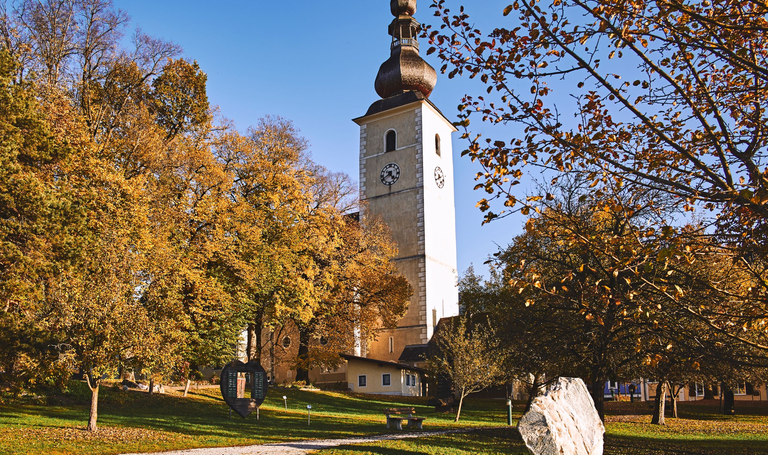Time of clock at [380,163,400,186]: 4:40
